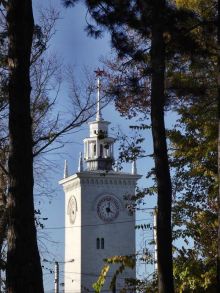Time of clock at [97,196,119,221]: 4:01
